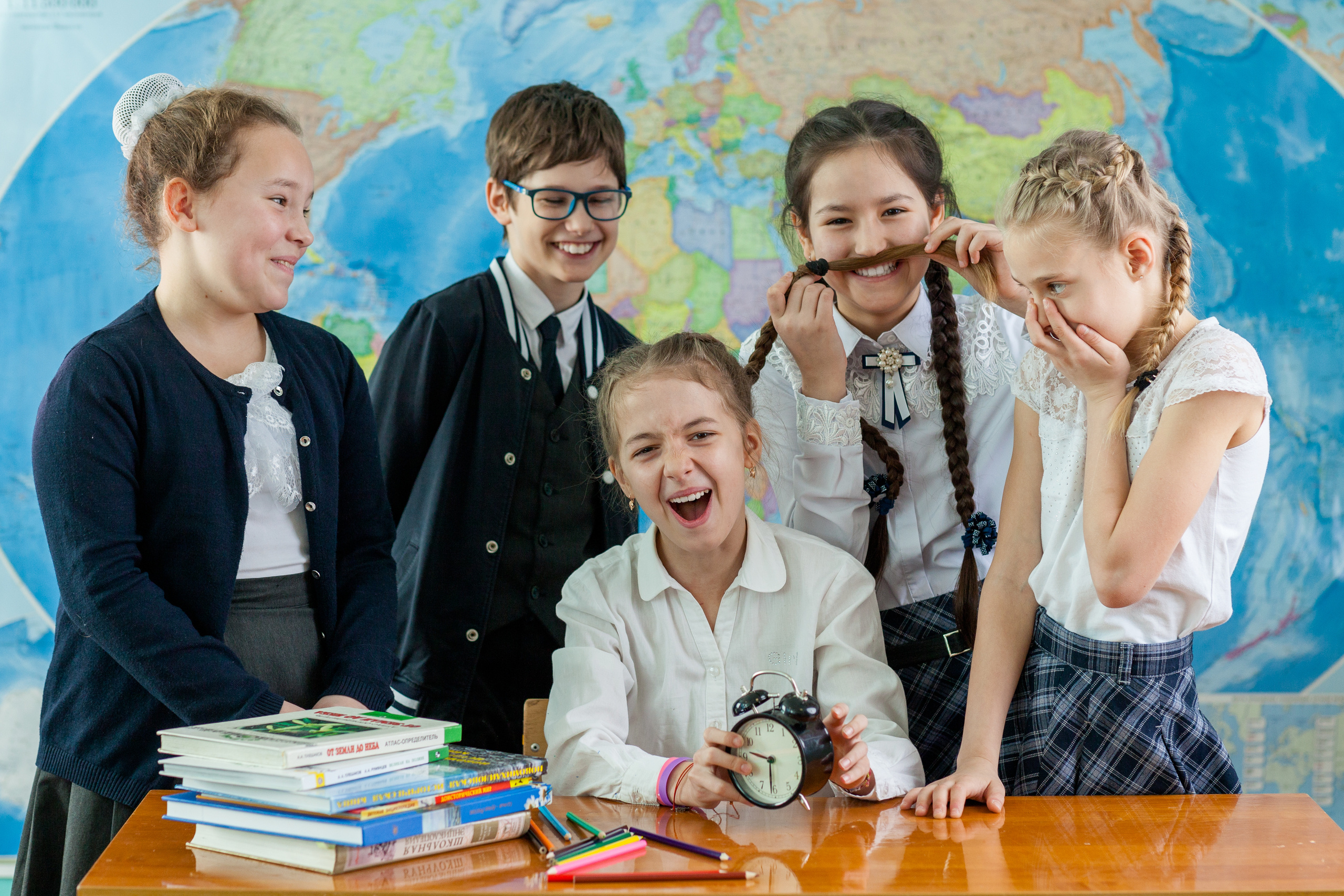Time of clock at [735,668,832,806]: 9:30
